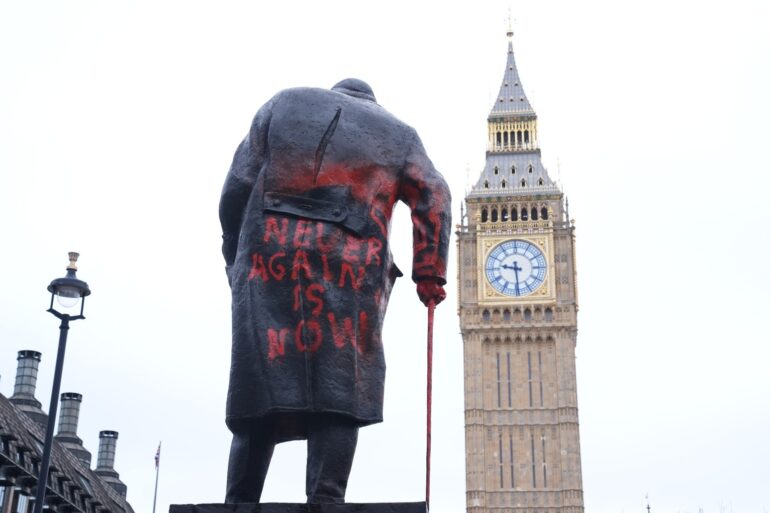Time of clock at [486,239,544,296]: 9:29
